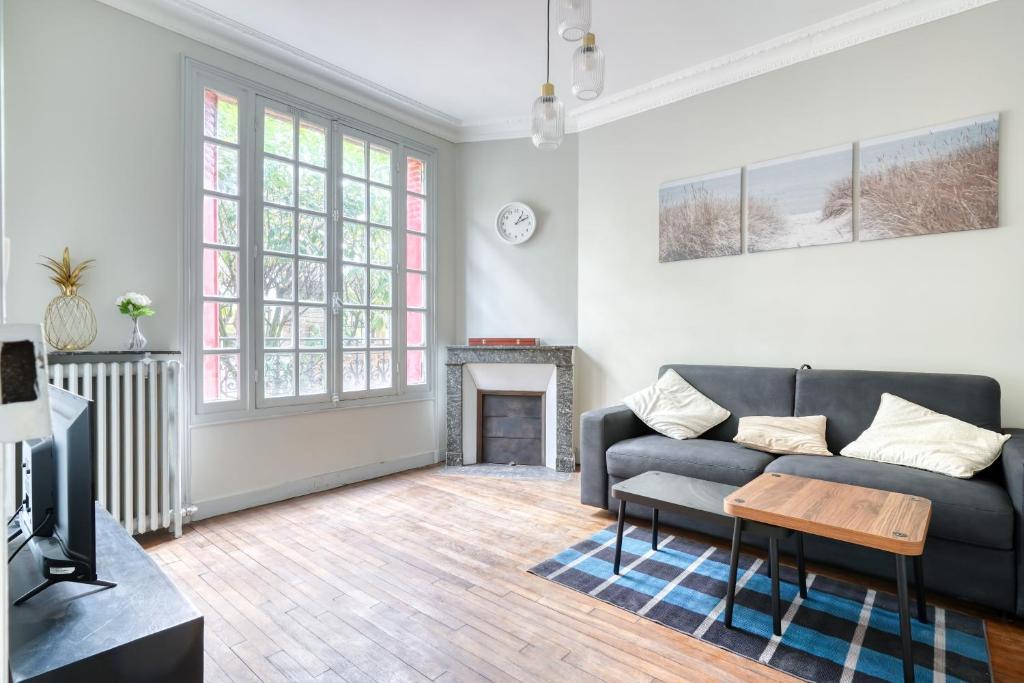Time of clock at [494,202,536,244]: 1:10
